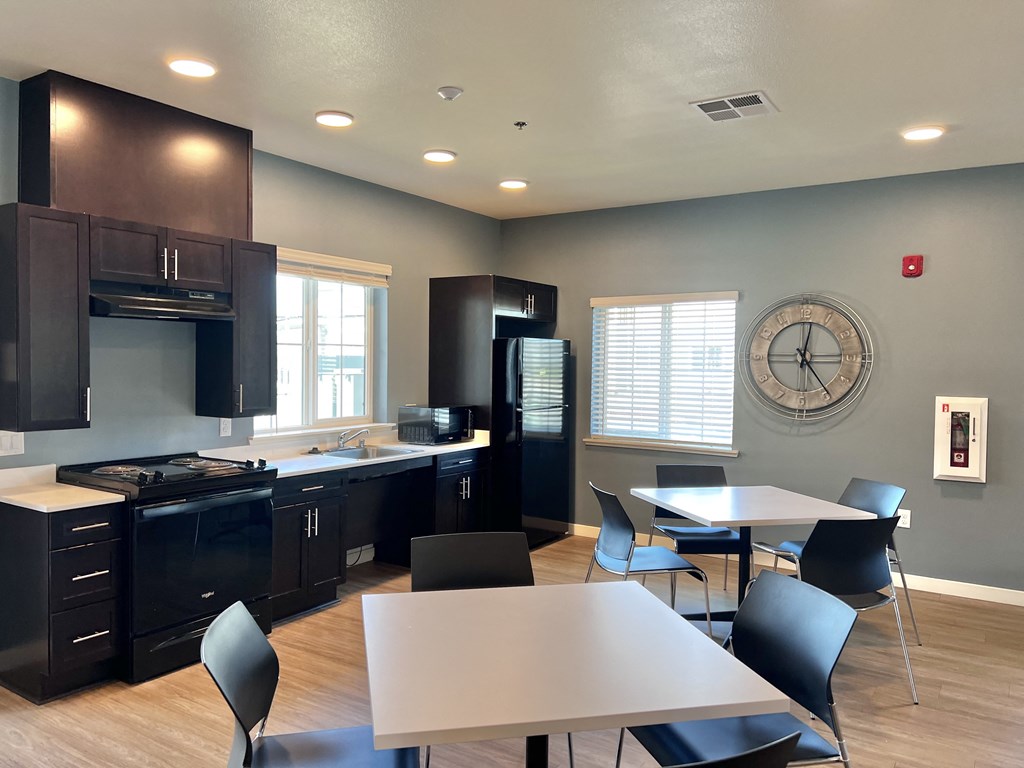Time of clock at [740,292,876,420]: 12:24
